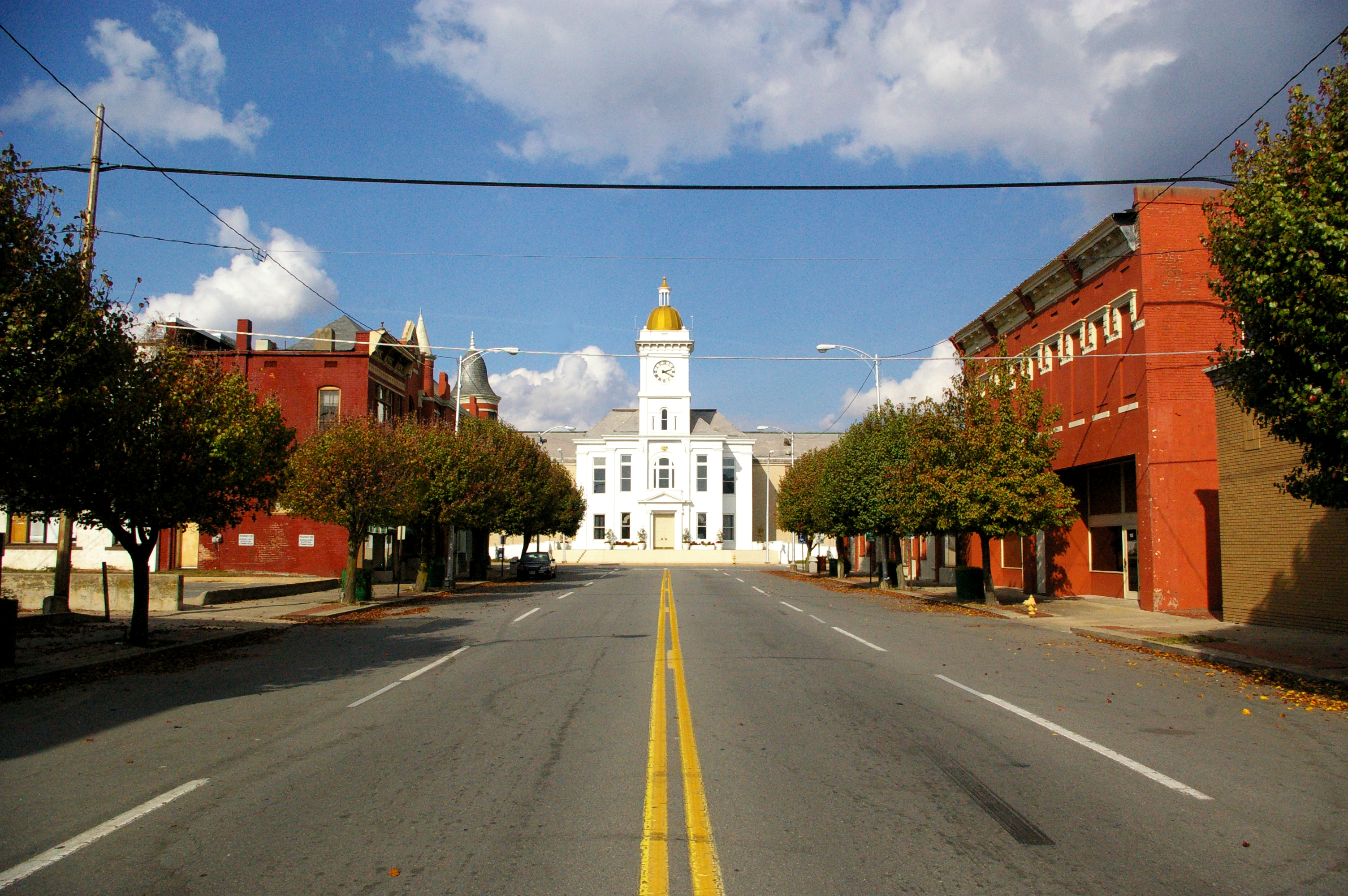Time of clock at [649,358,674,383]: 2:19
